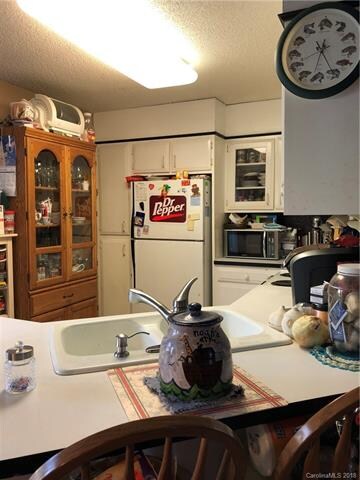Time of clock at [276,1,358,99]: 12:25
